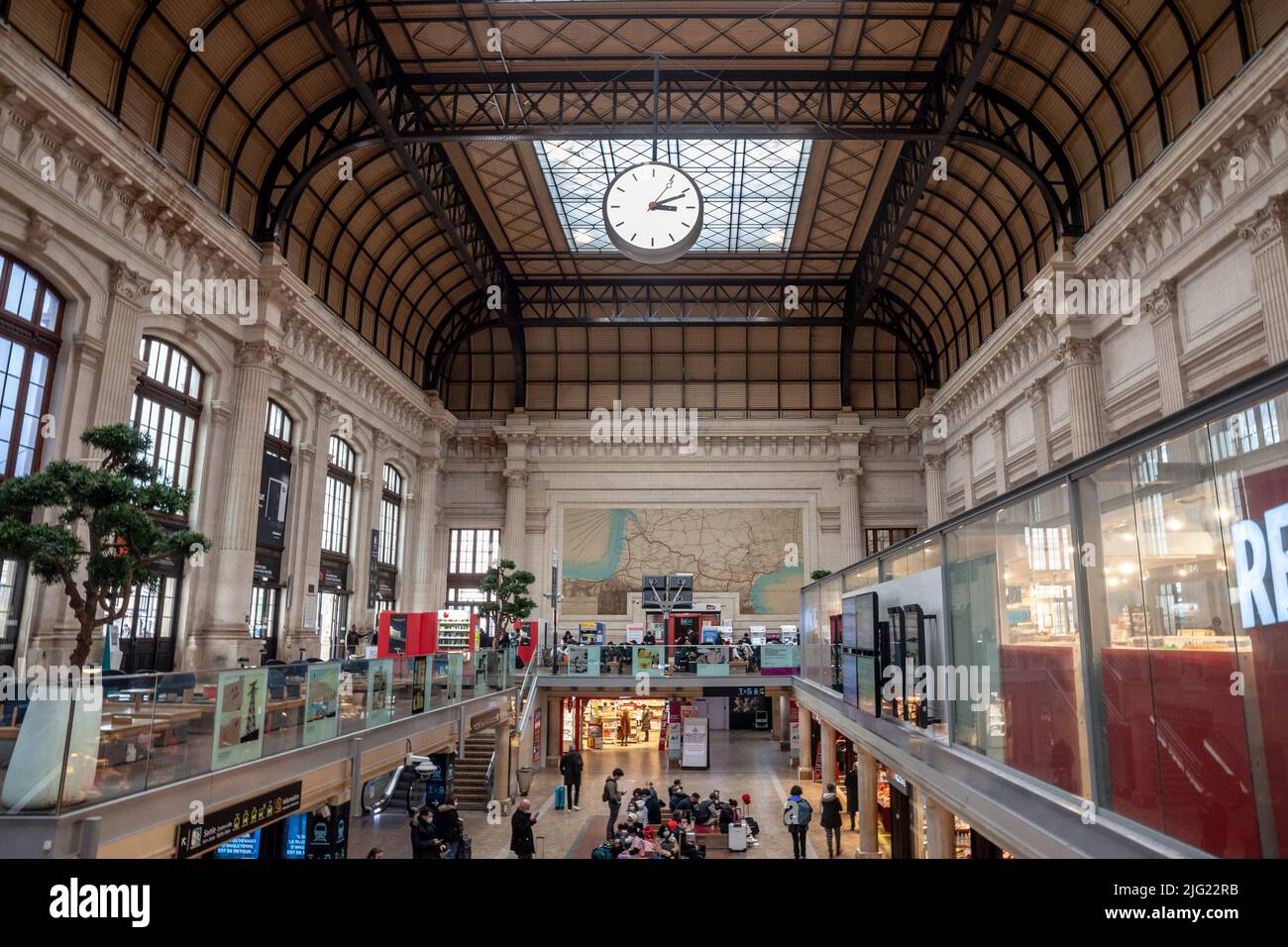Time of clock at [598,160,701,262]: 3:11
